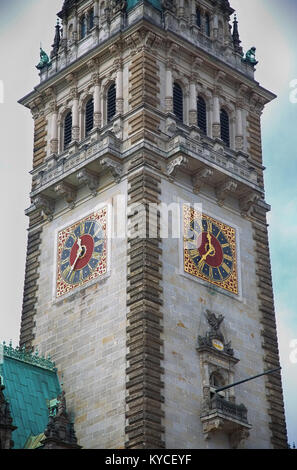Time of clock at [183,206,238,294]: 11:37
